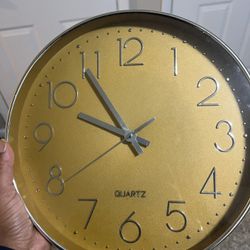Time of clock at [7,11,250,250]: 9:54
